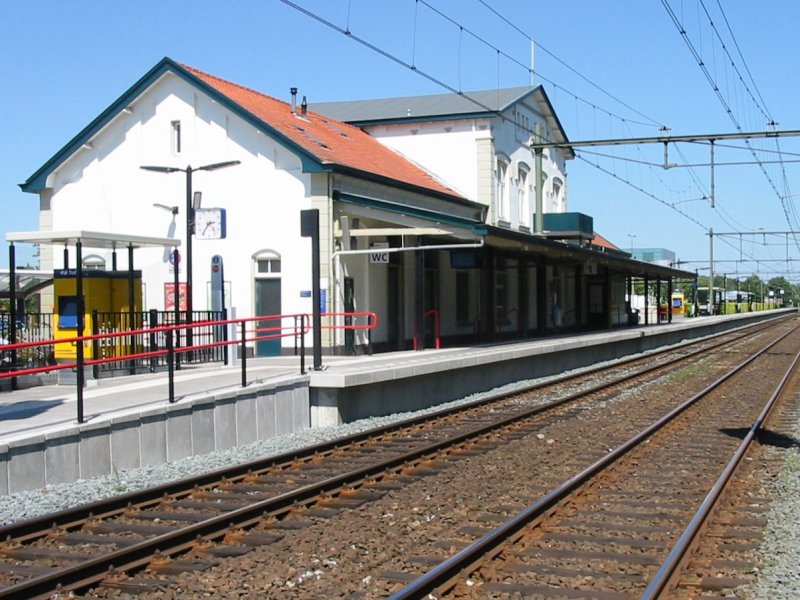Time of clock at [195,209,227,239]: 2:36
